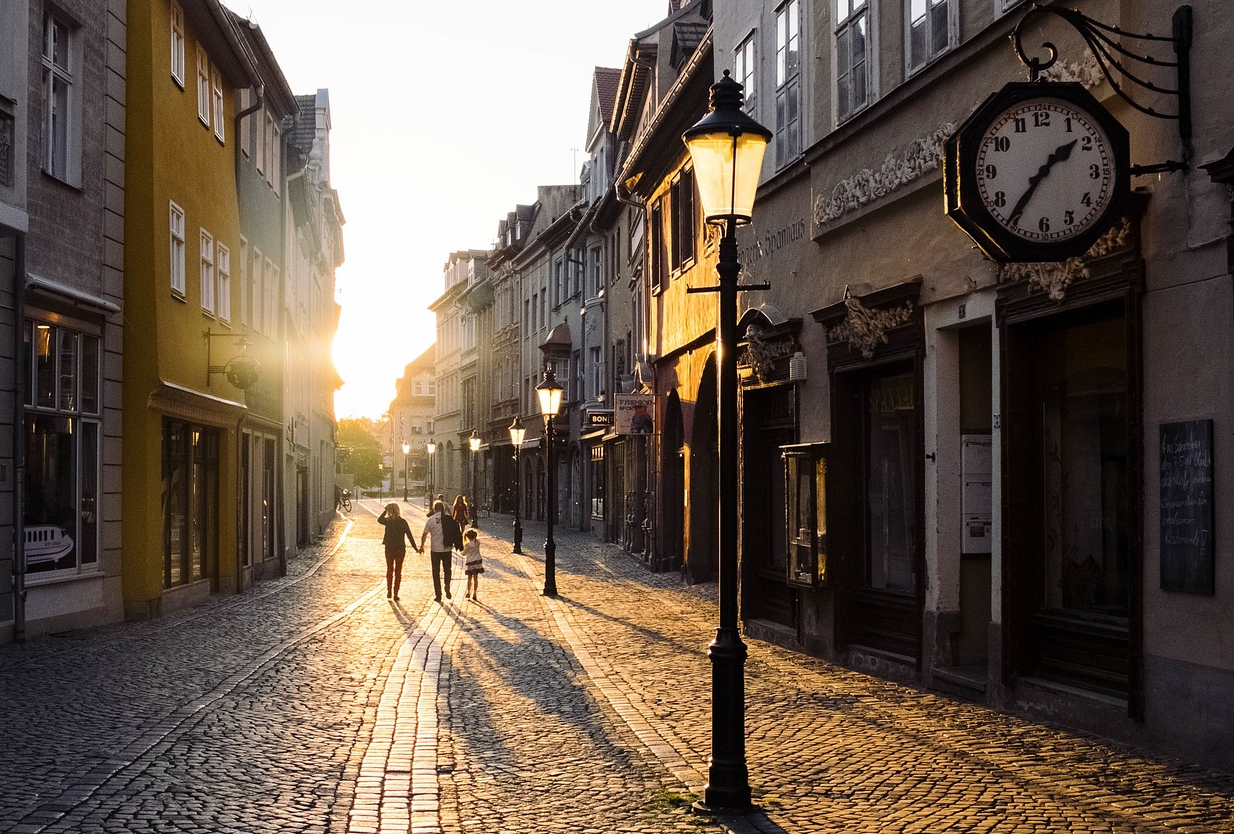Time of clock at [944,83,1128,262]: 1:36
